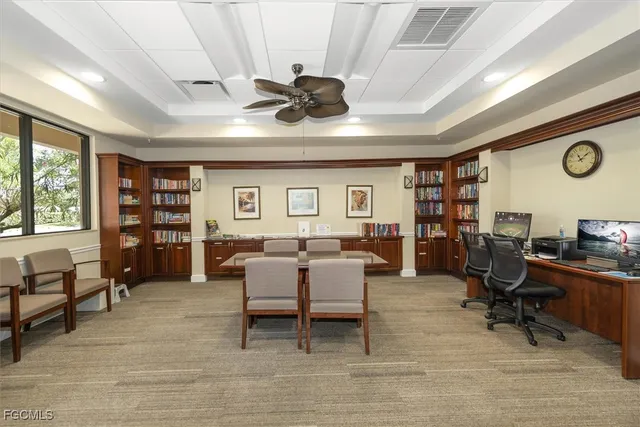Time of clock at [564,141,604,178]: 11:08
